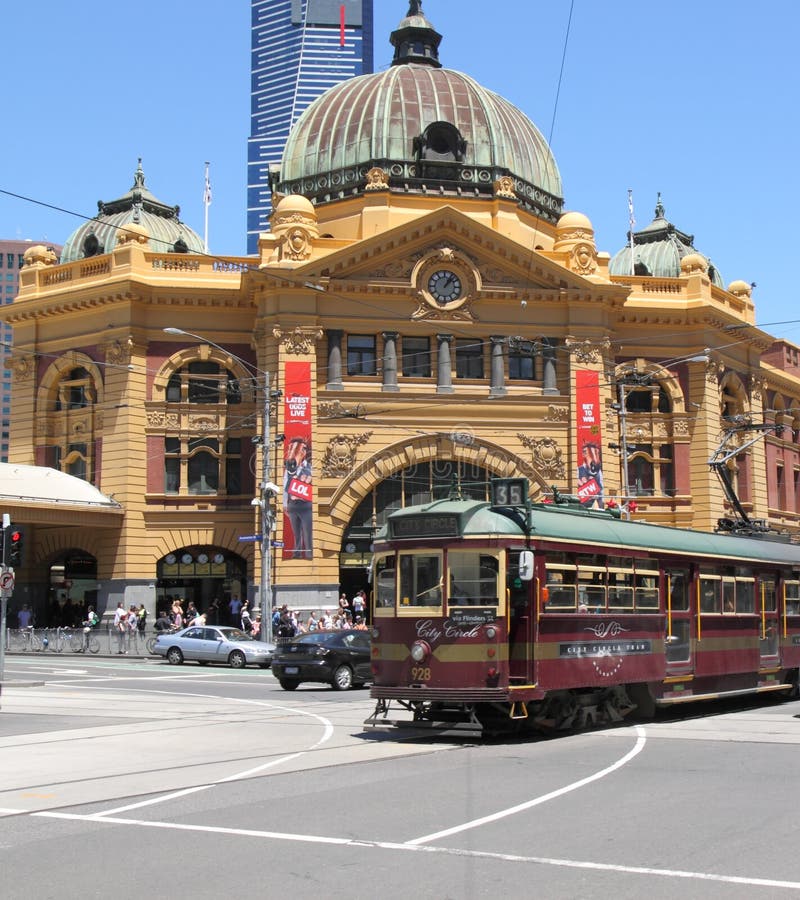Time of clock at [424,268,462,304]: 1:07
